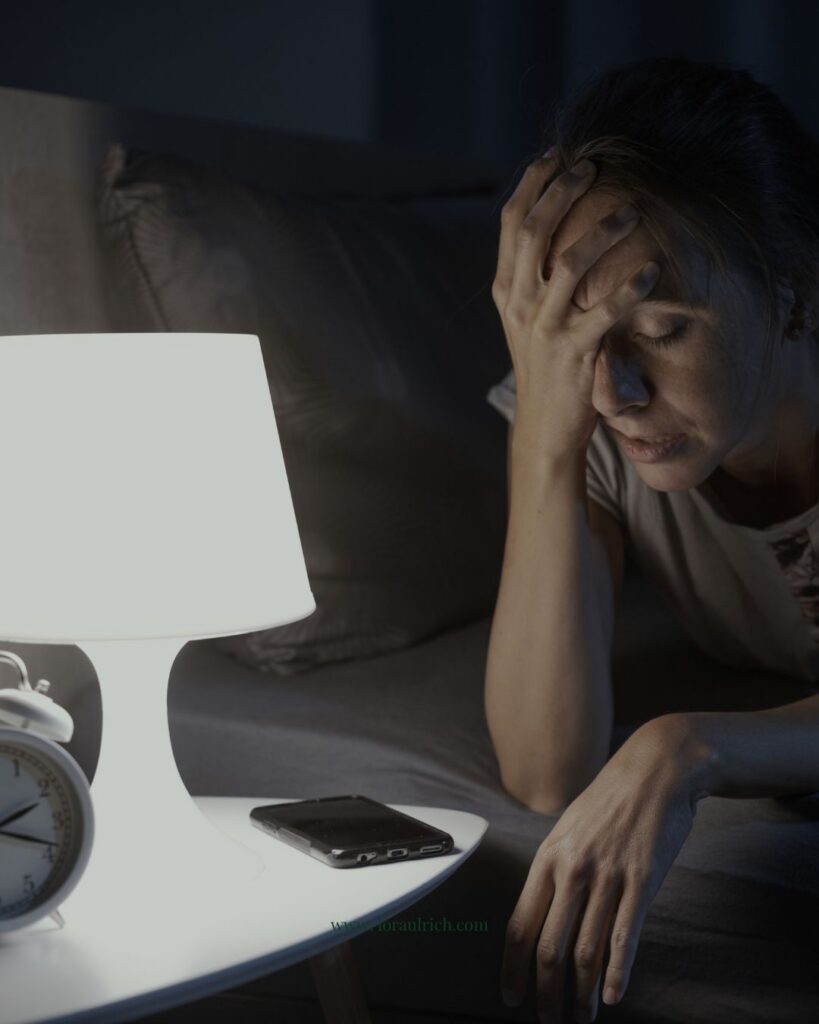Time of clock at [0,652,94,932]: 2:18
